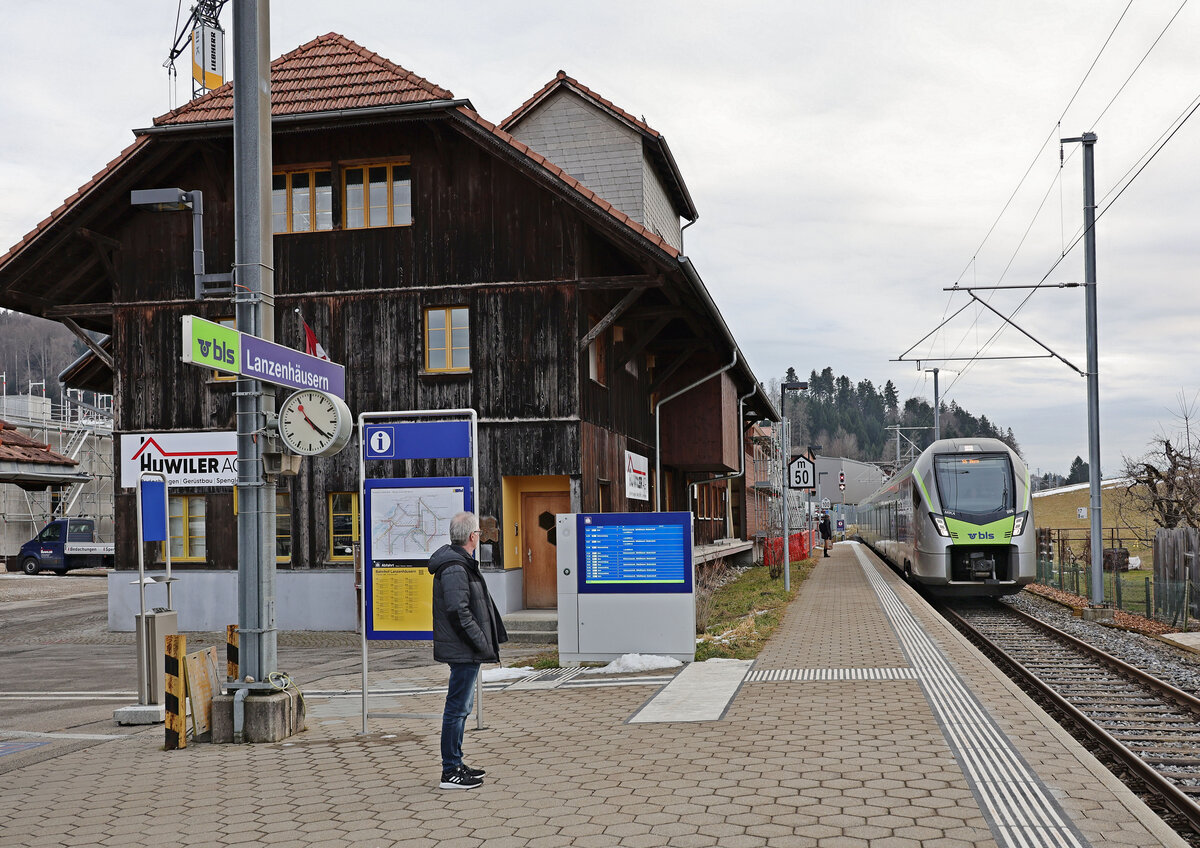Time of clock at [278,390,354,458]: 4:21
